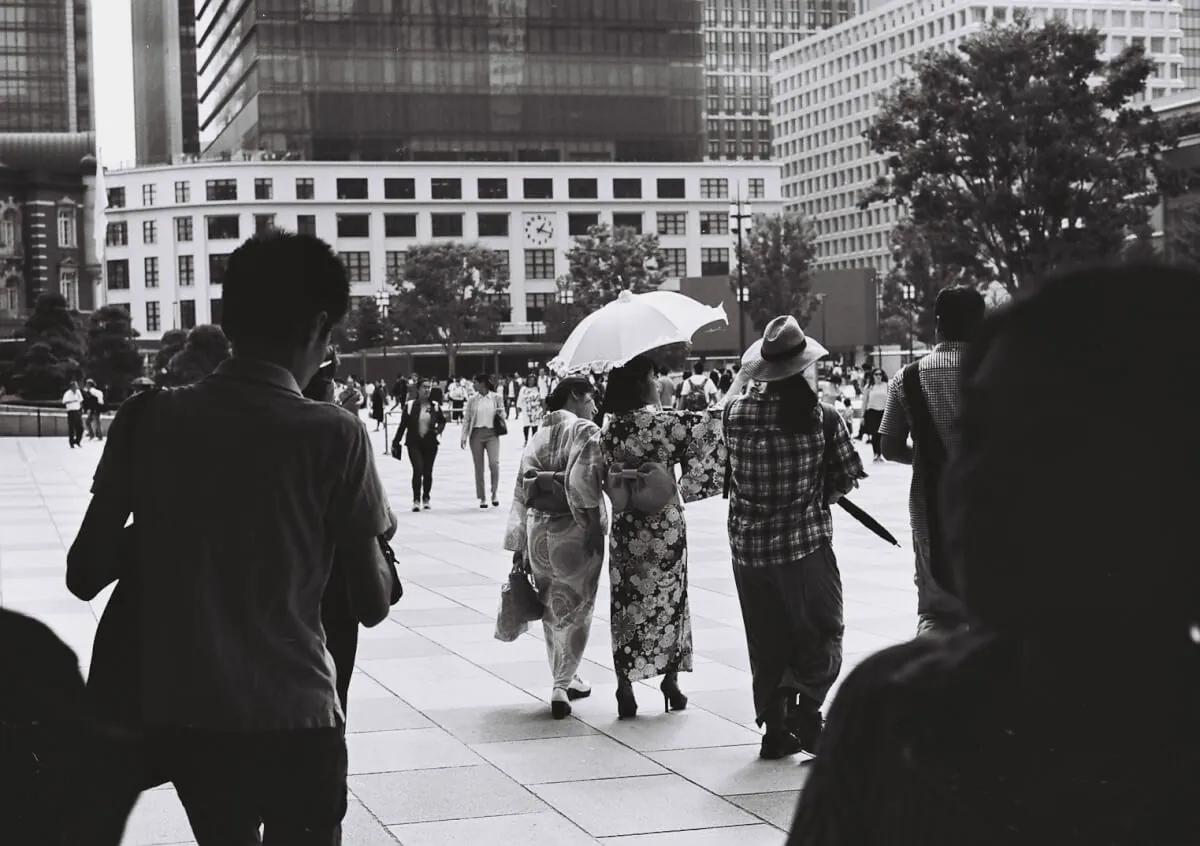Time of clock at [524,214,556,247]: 1:18
